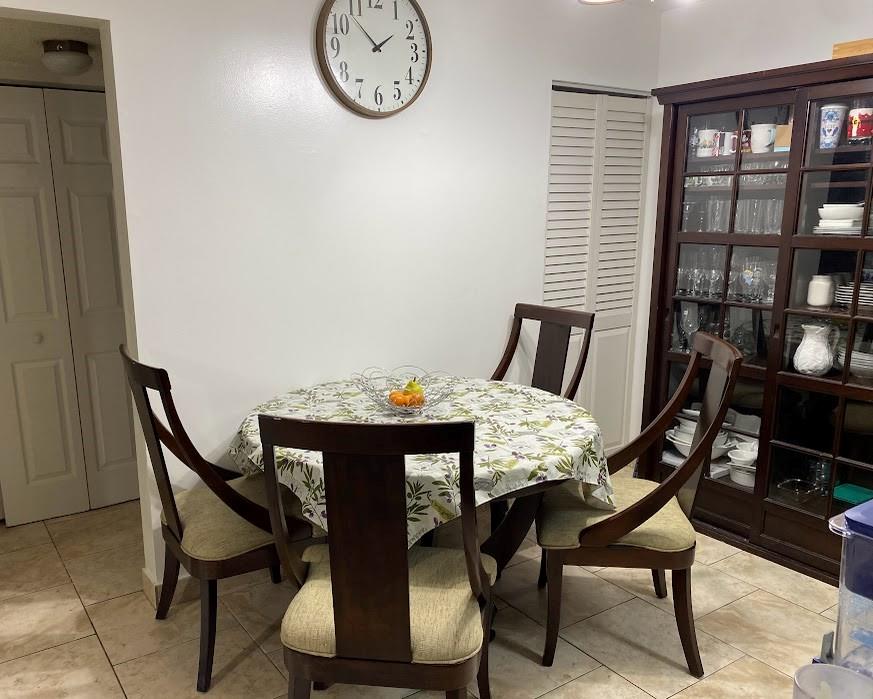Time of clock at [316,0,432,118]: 1:52
